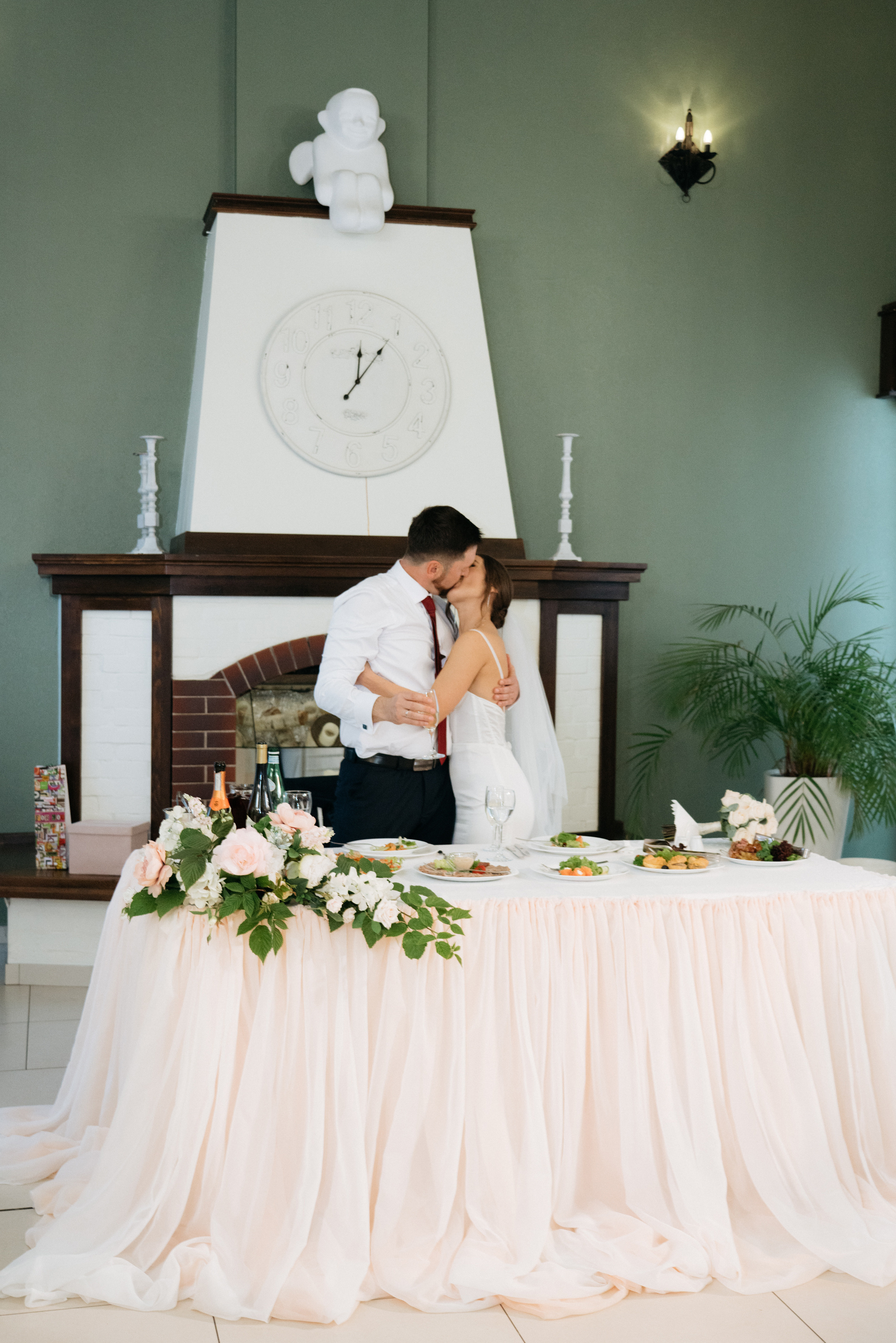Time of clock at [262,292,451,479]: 12:05
